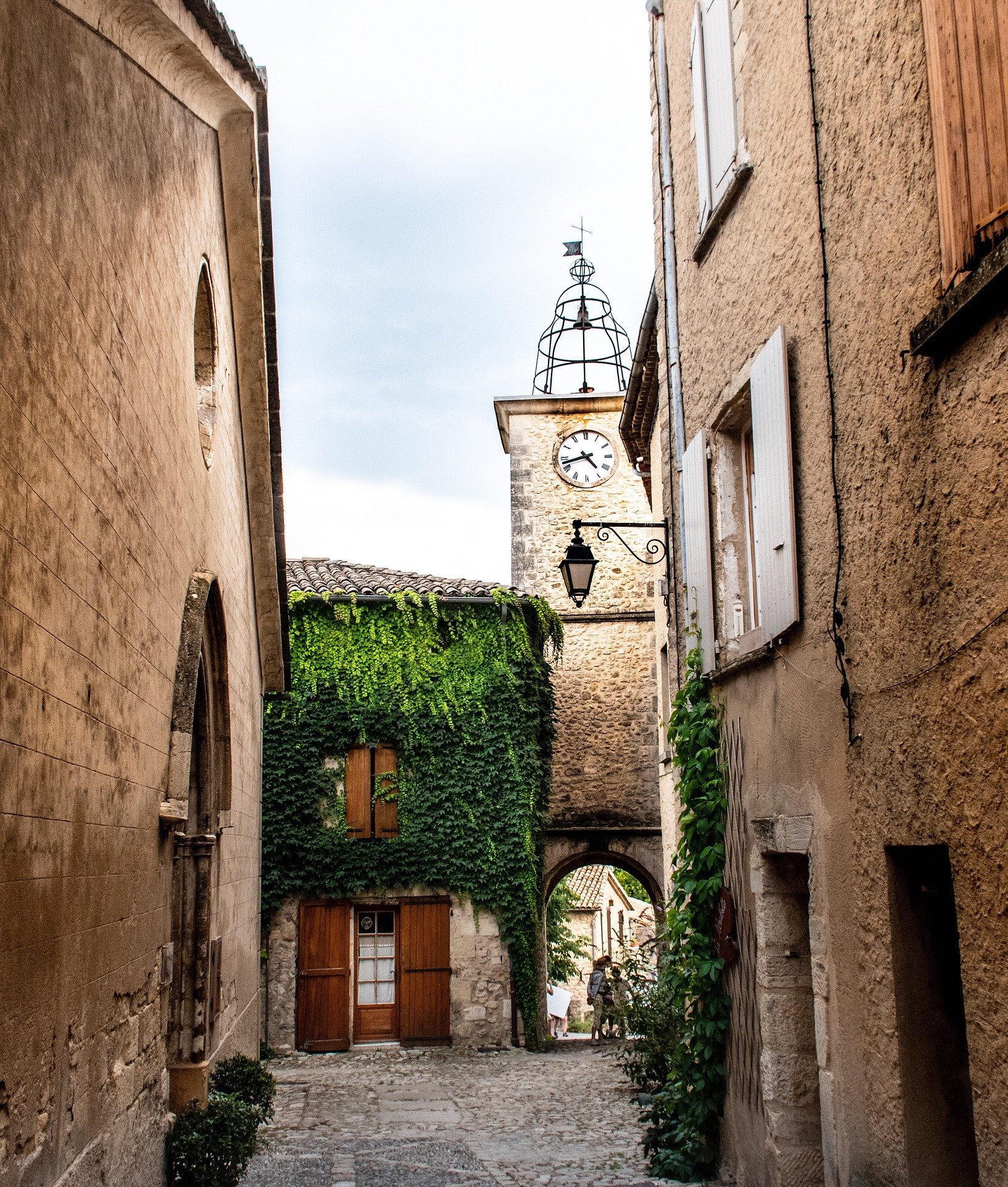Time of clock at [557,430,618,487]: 4:42
